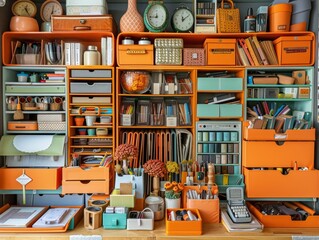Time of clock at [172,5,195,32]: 12:09
